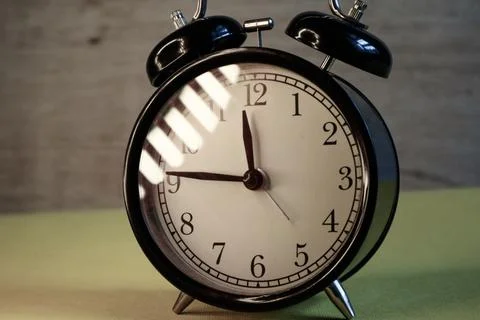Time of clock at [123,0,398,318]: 11:46
